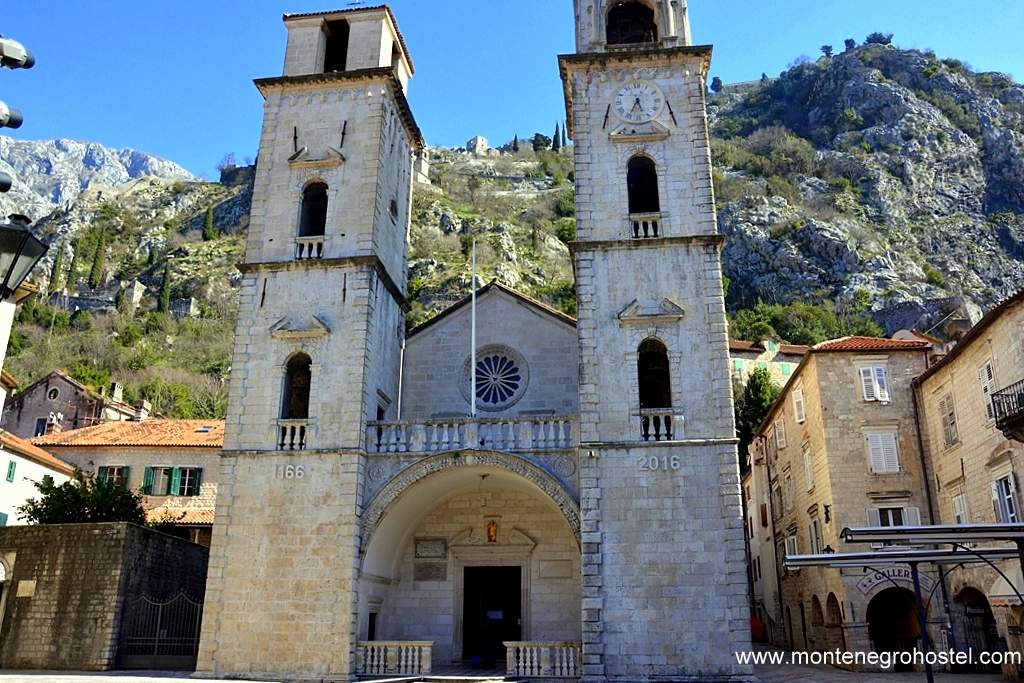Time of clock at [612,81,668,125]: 5:34
